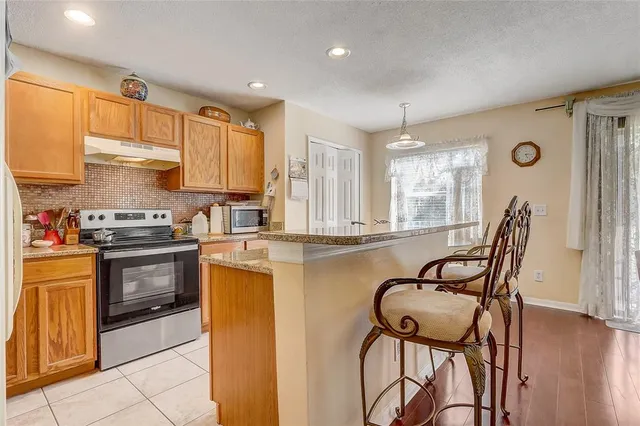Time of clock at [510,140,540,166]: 5:16
